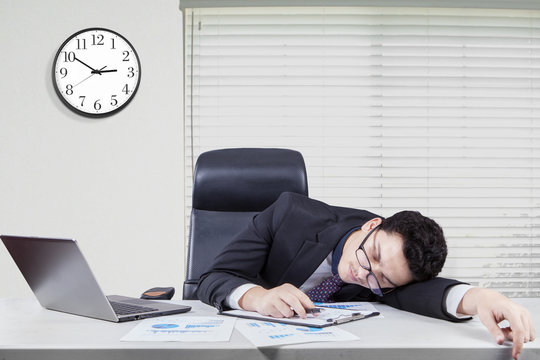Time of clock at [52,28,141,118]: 2:50
